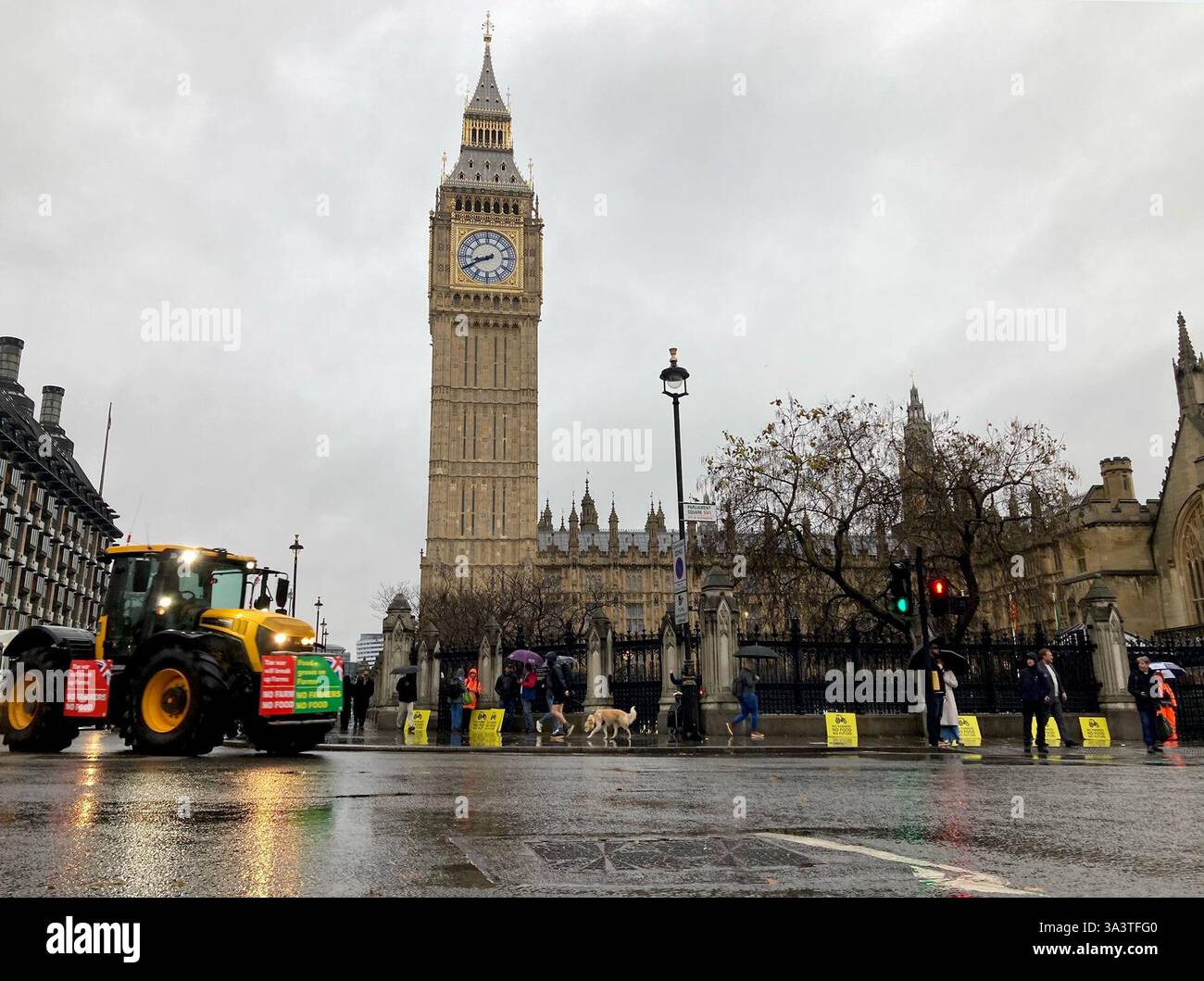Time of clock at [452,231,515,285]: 8:40
